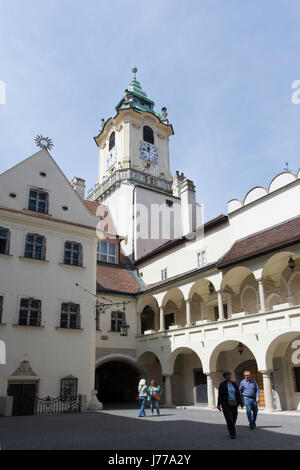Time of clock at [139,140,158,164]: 11:46
